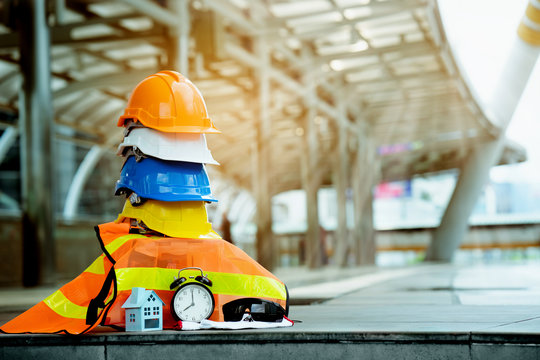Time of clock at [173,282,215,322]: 8:00
